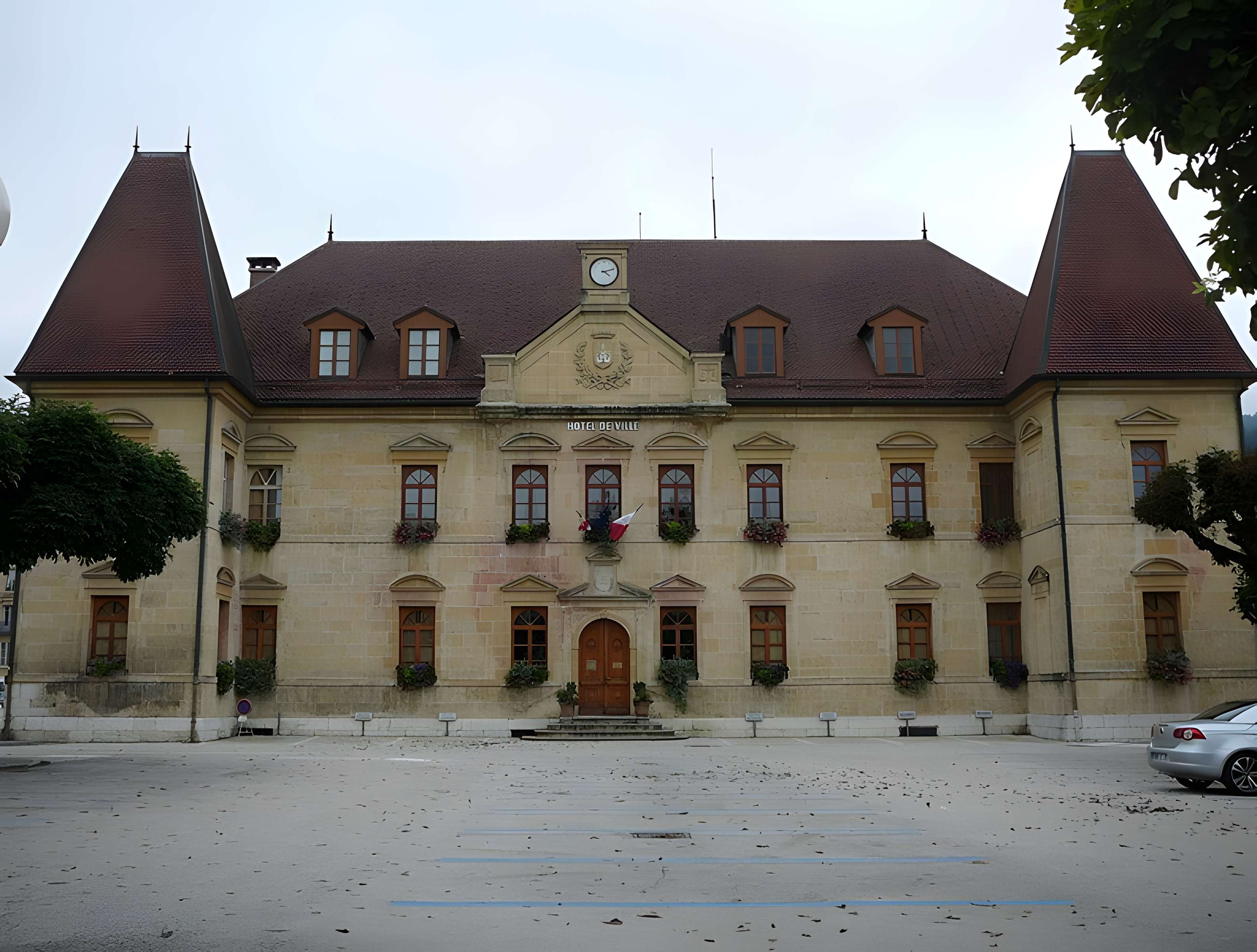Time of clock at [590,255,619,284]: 4:12
